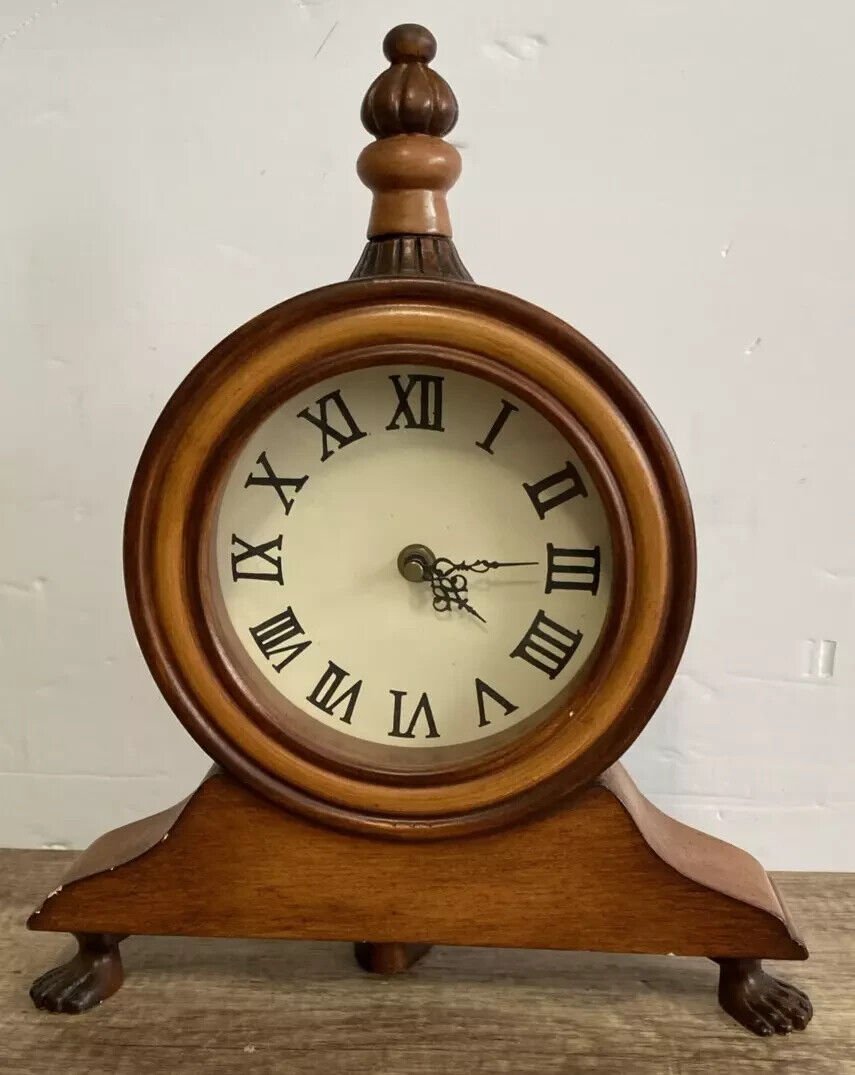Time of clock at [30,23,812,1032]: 4:14
